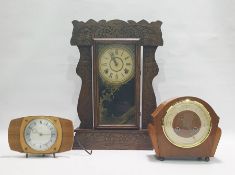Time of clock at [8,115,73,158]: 10:14
